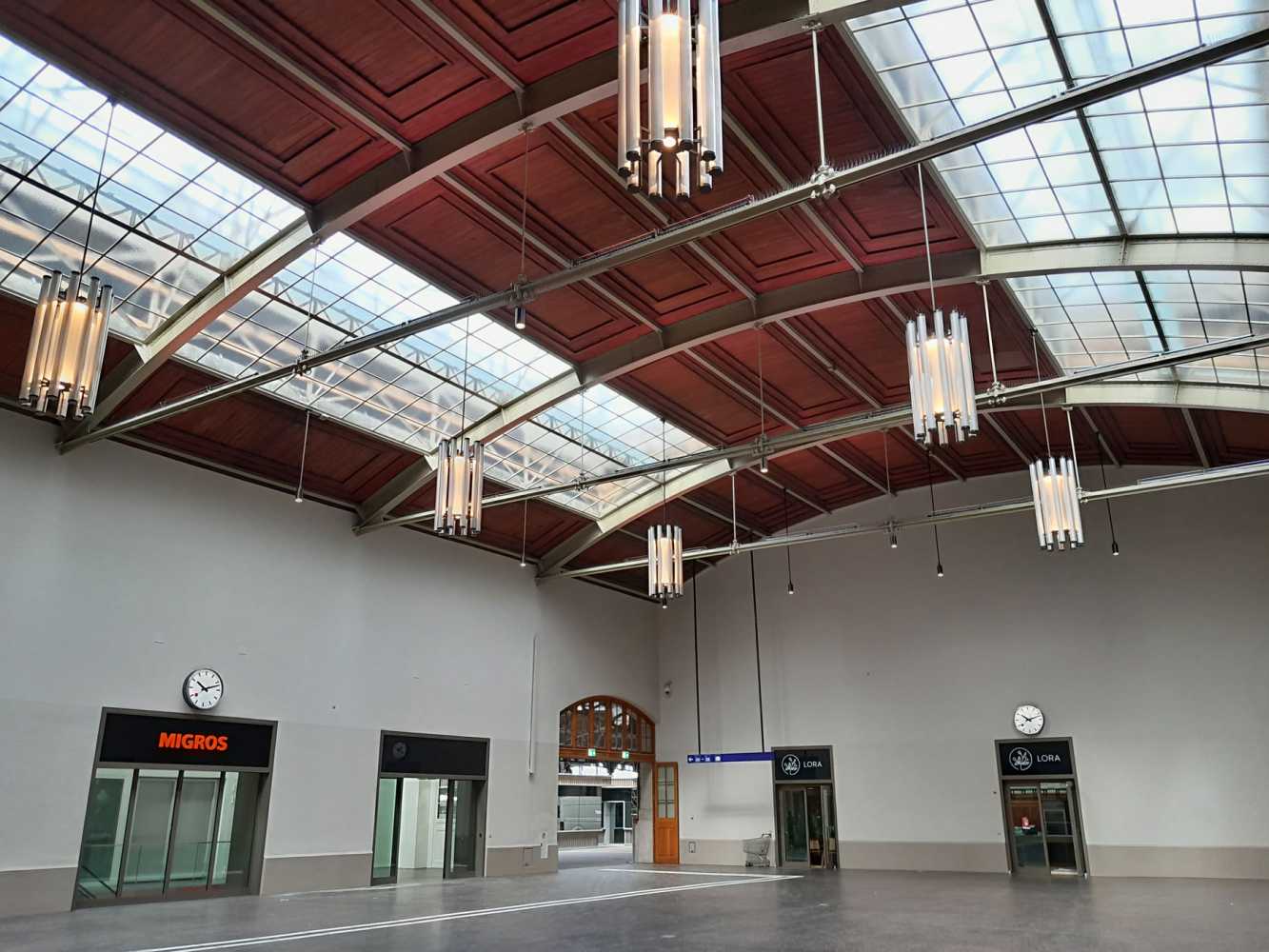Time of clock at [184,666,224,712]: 10:12
